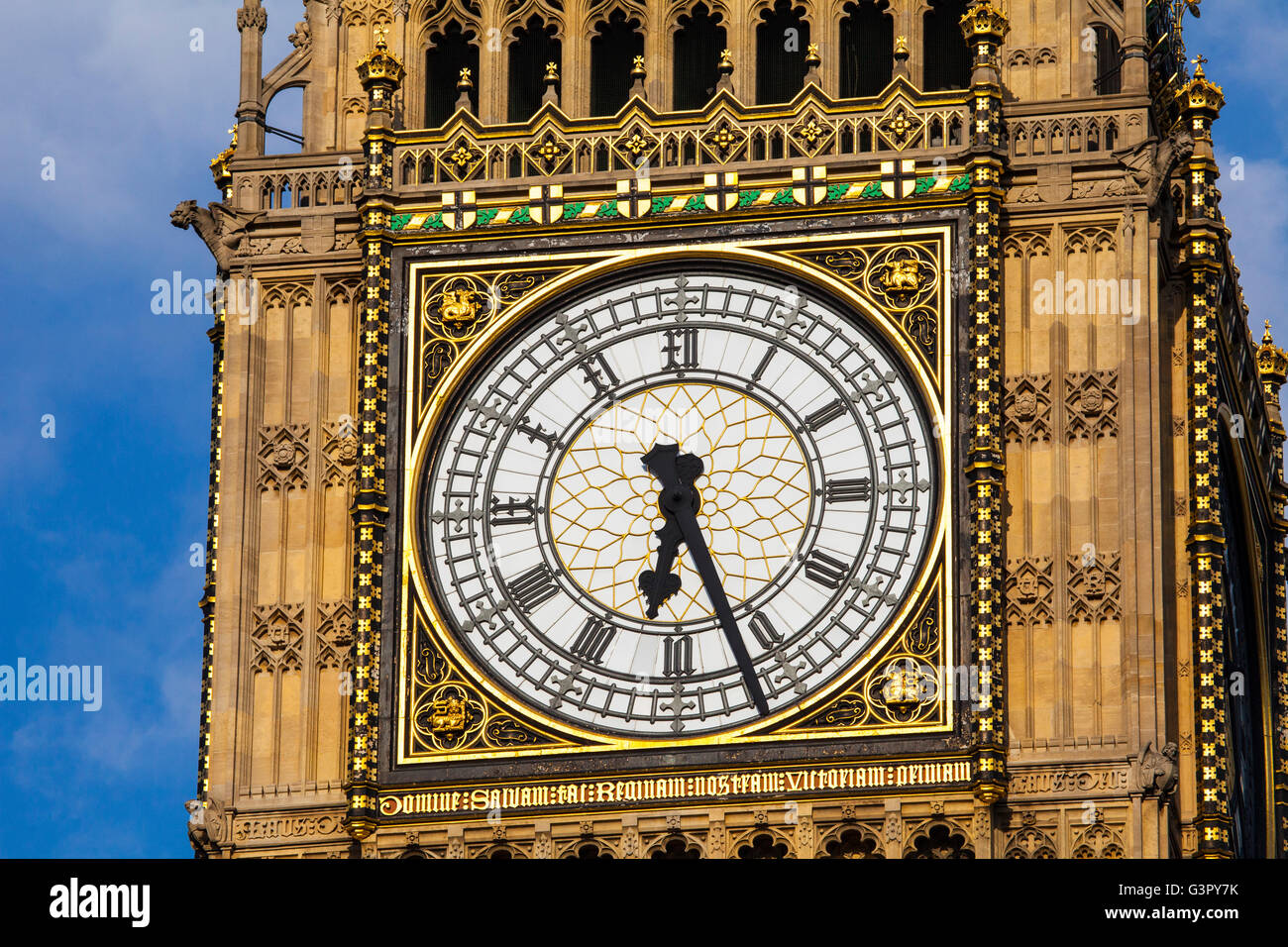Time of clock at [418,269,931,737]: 6:26
